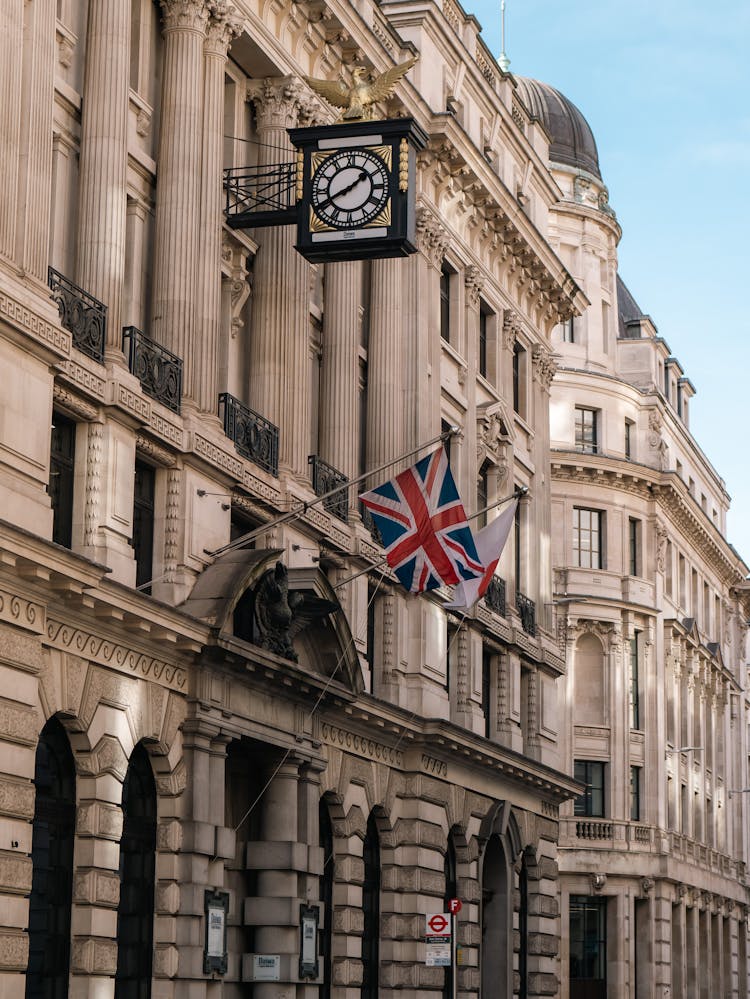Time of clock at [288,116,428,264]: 1:40
